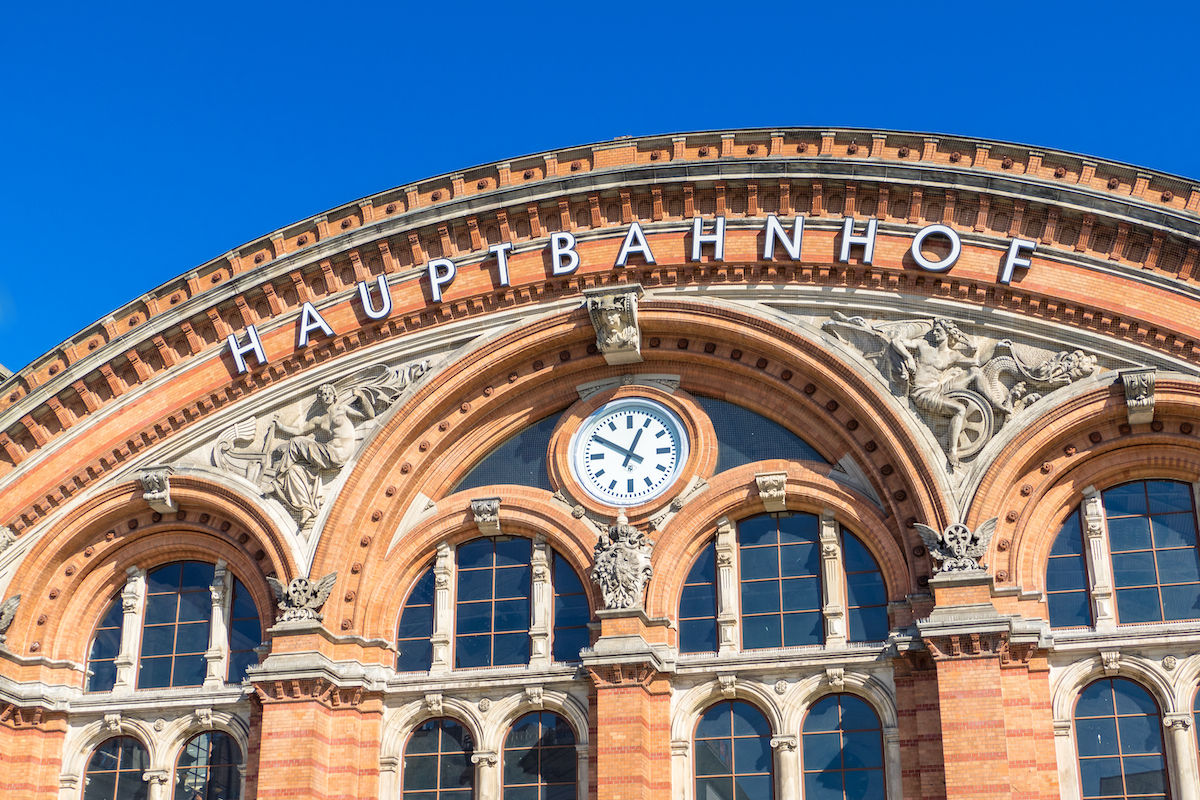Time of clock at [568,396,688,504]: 12:49
